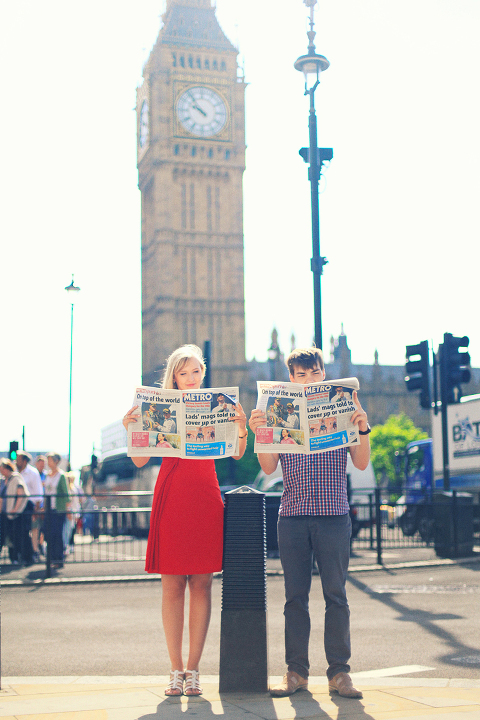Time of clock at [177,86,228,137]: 9:53
